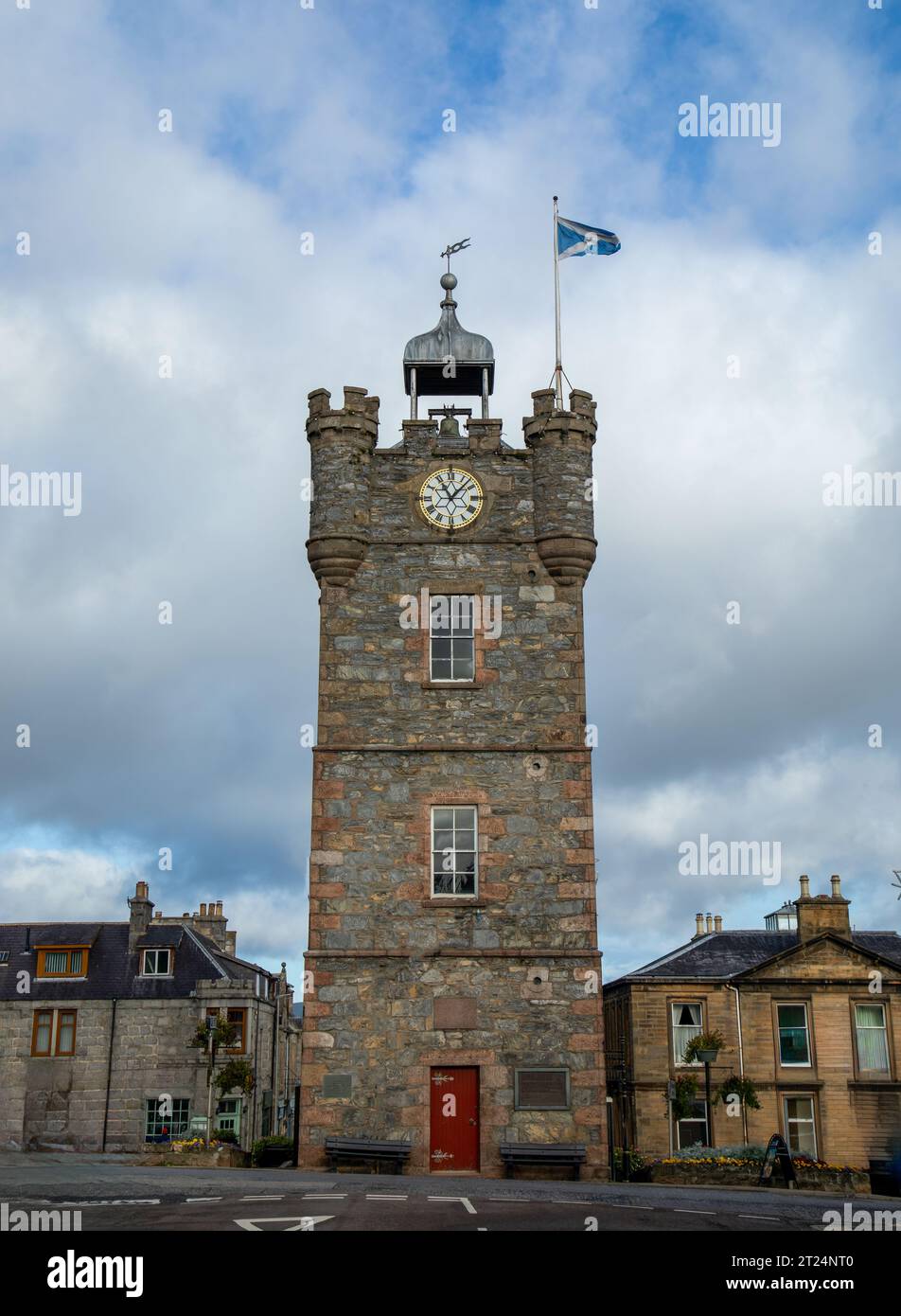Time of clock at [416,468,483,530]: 11:07
